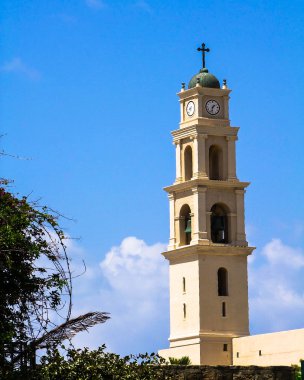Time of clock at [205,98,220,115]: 1:32
